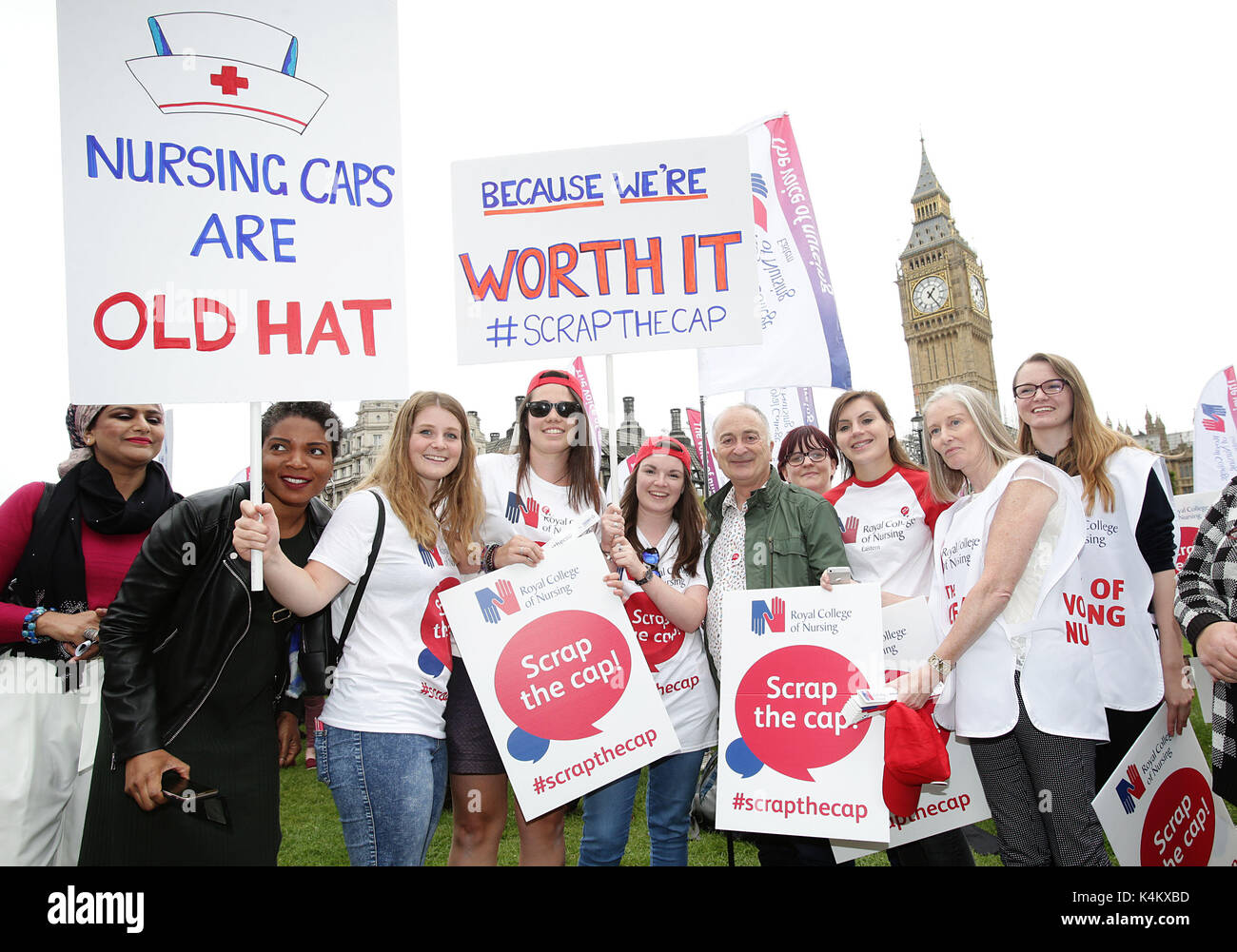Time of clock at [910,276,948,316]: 1:24
